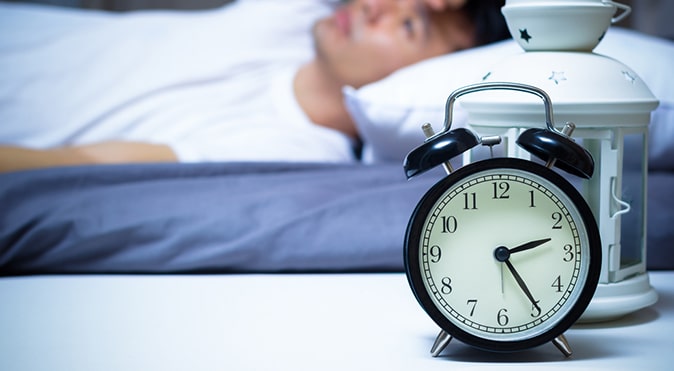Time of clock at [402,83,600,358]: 2:24
